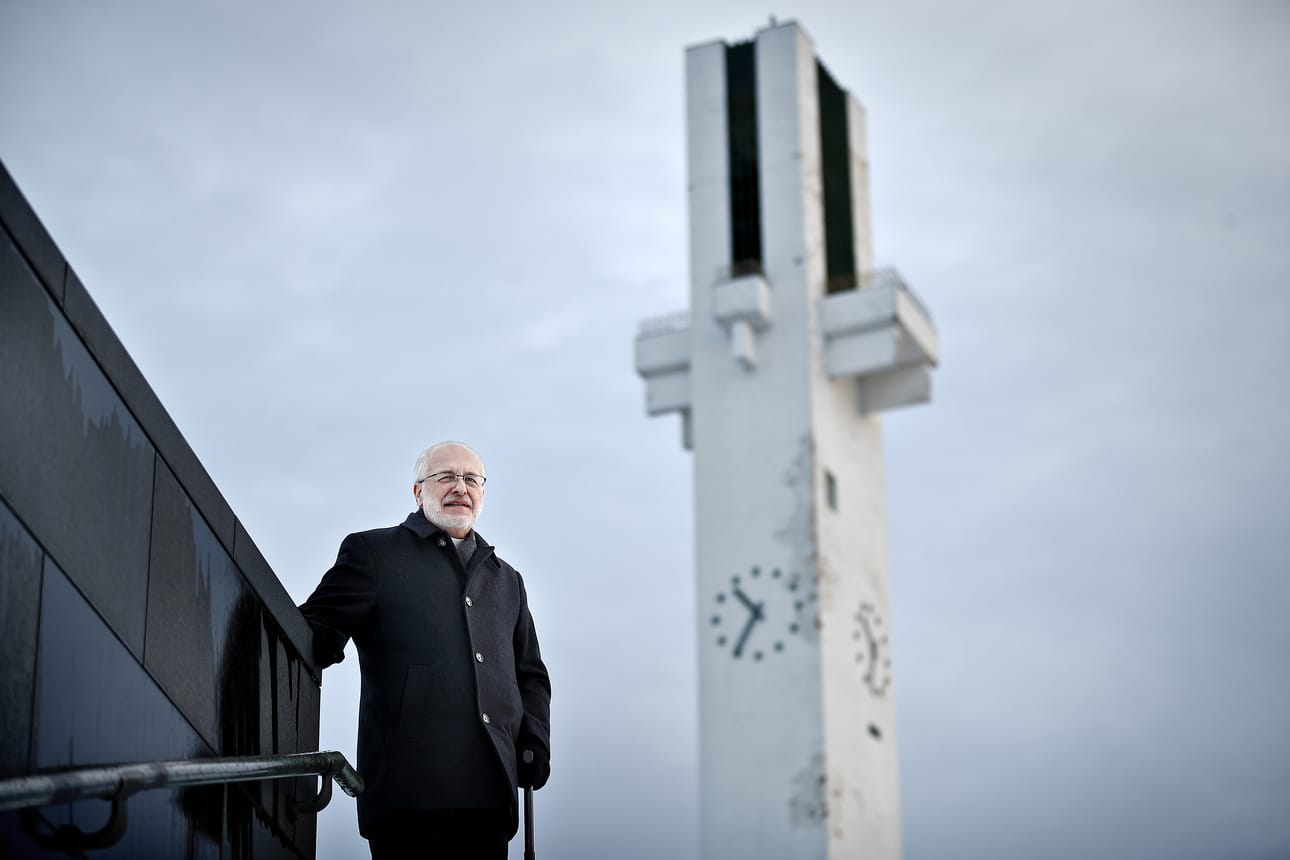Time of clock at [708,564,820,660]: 10:35
